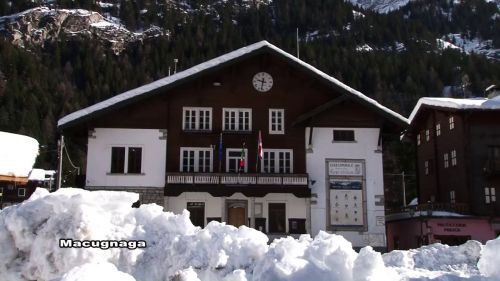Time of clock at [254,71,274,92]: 9:32
